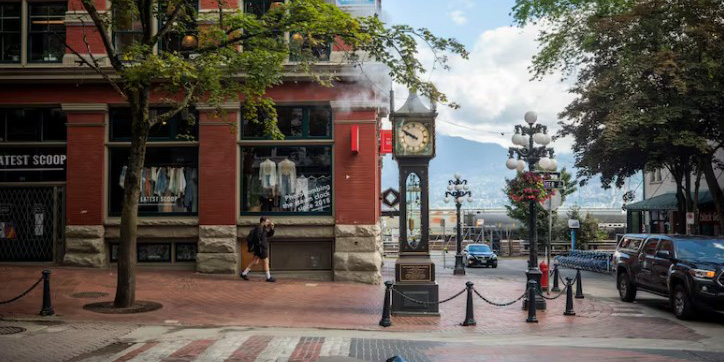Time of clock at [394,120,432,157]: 9:50
